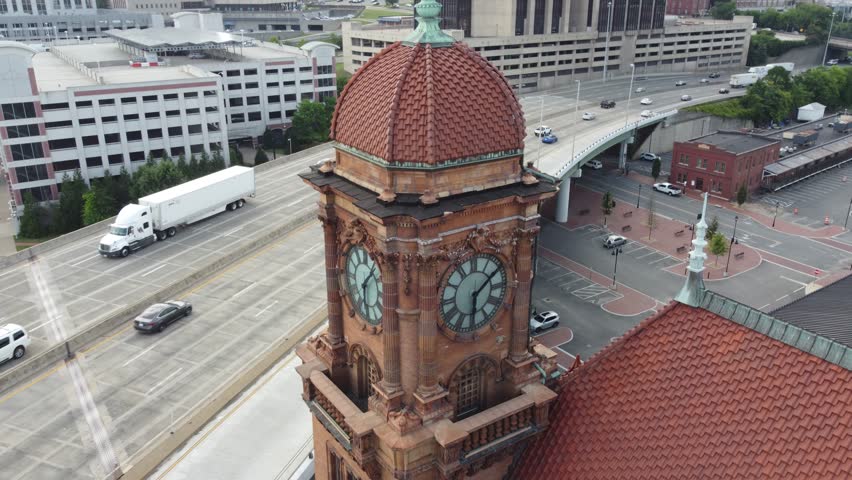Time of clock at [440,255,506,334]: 6:08
